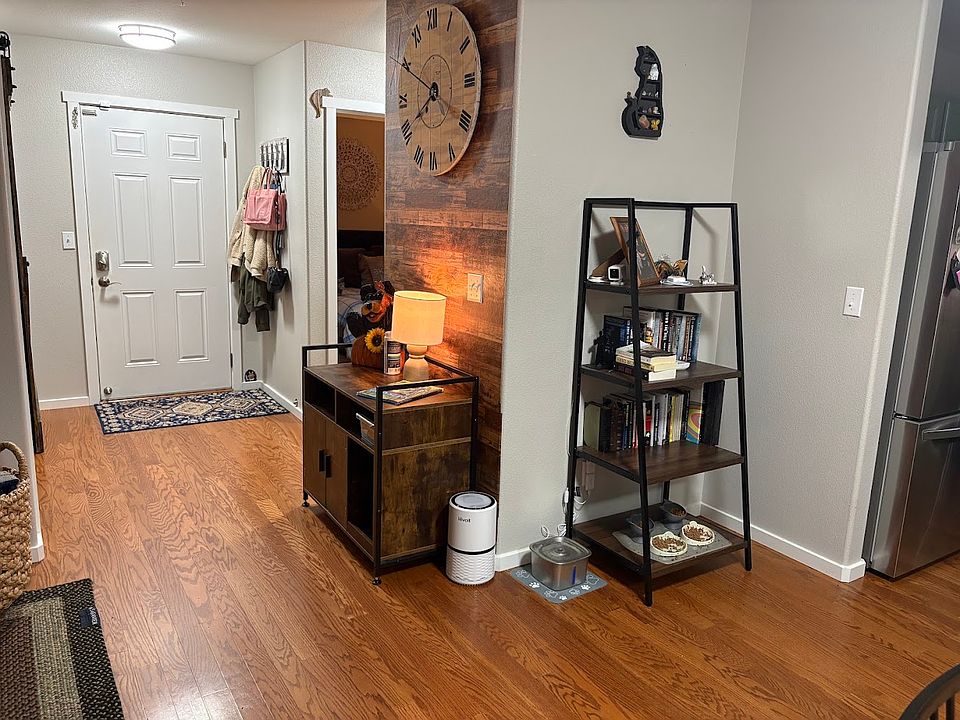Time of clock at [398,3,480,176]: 7:49
